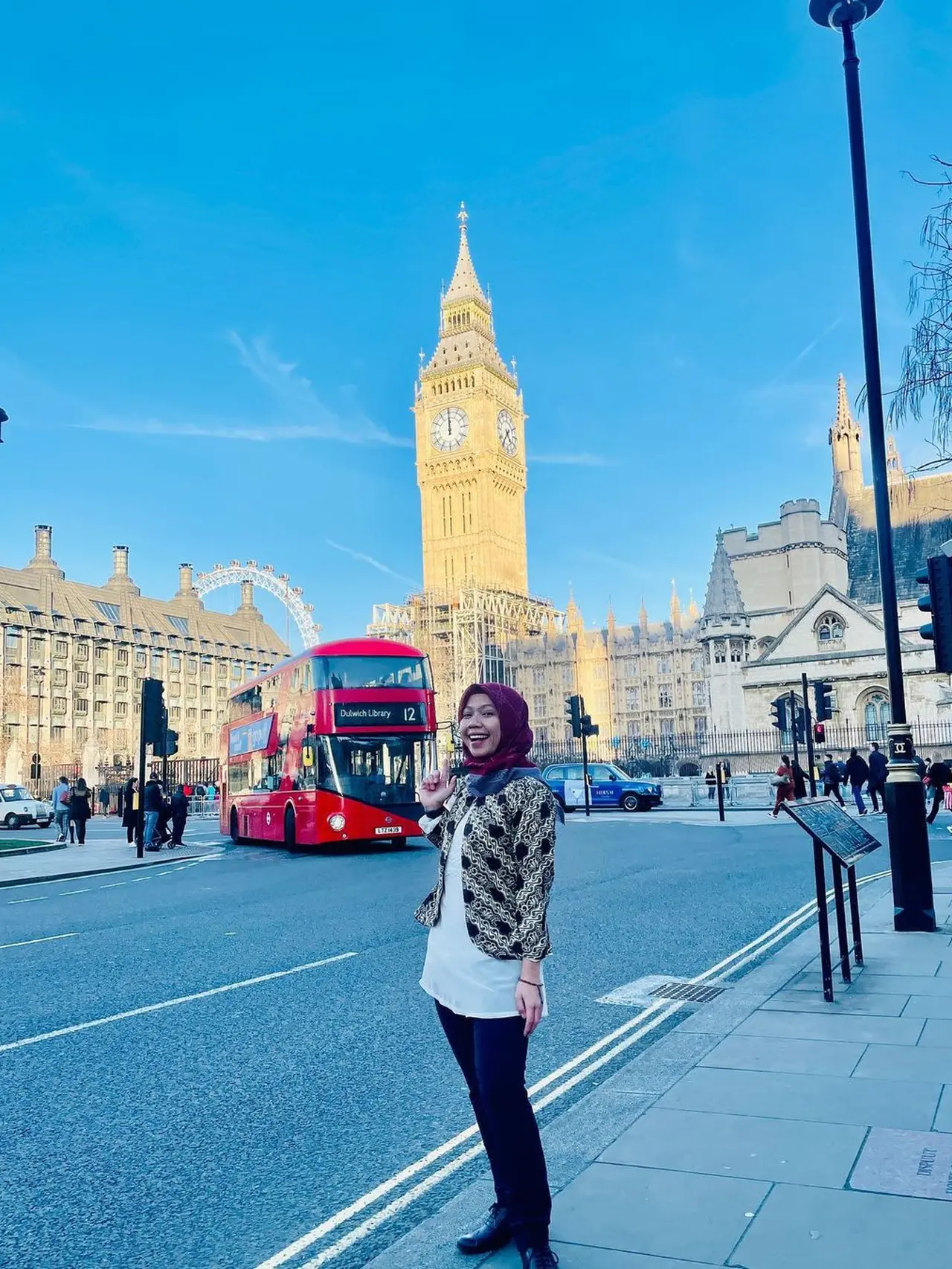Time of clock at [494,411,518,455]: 4:35
